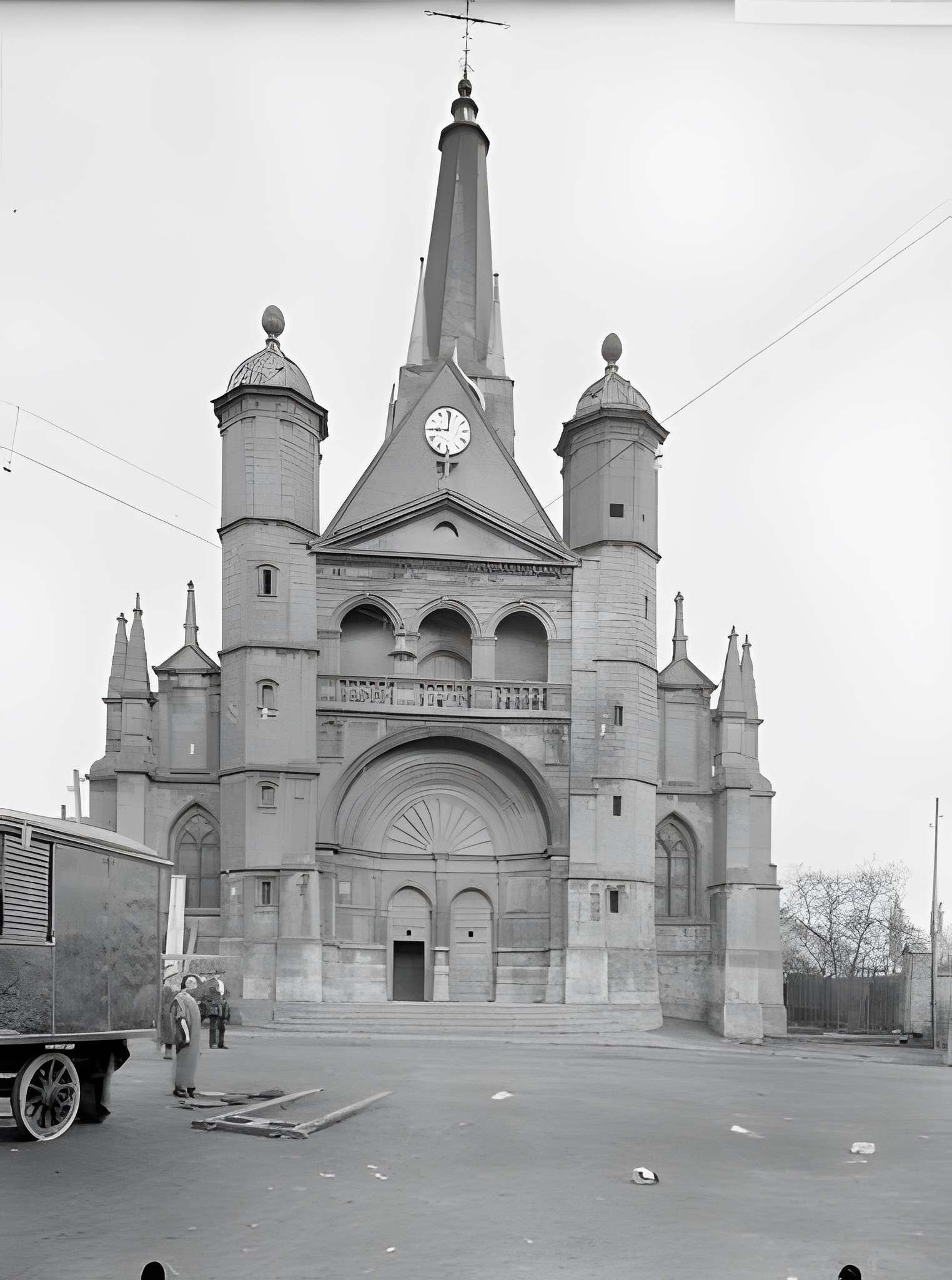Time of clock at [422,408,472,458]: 9:00
